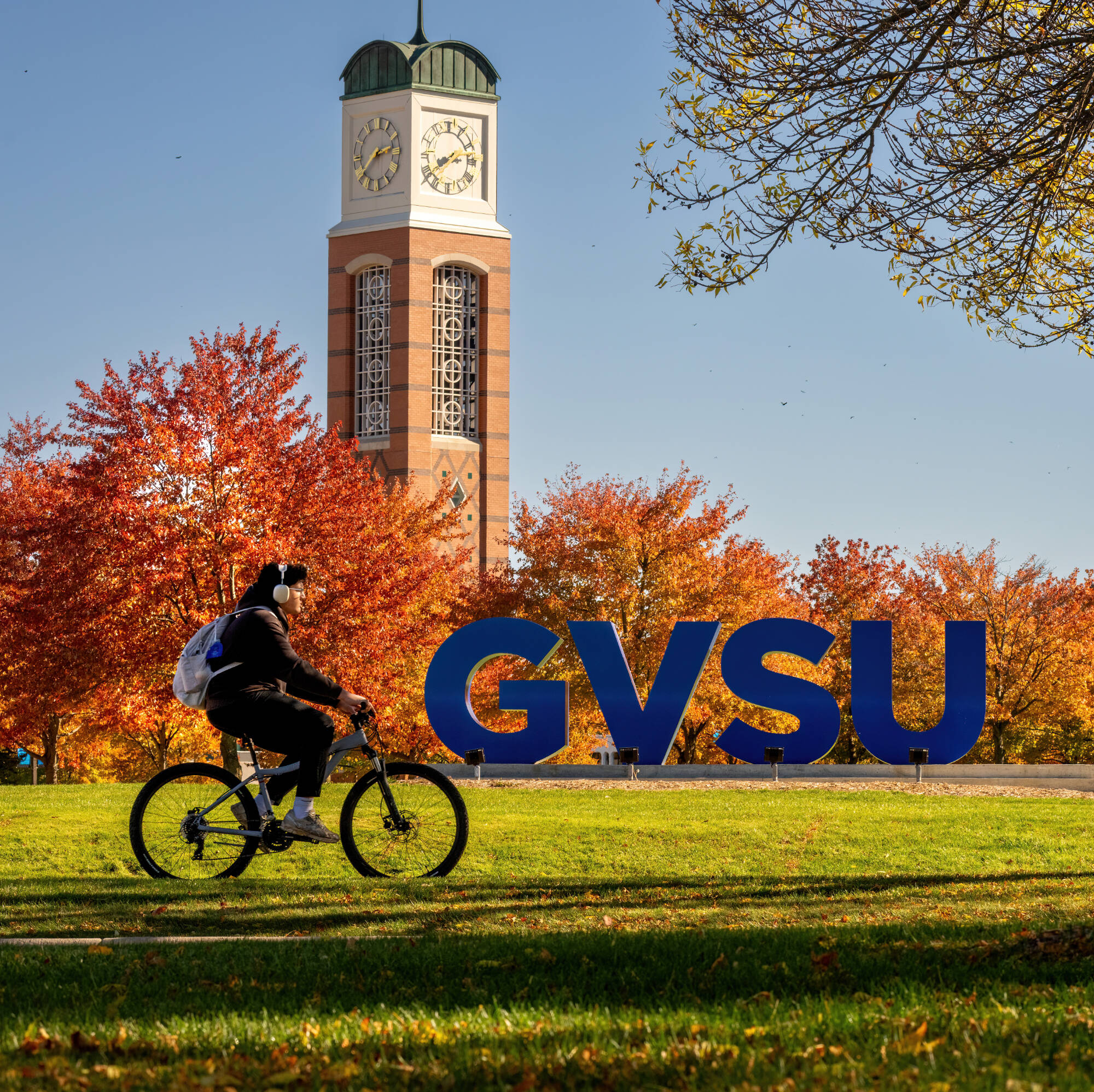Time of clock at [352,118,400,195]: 2:39
